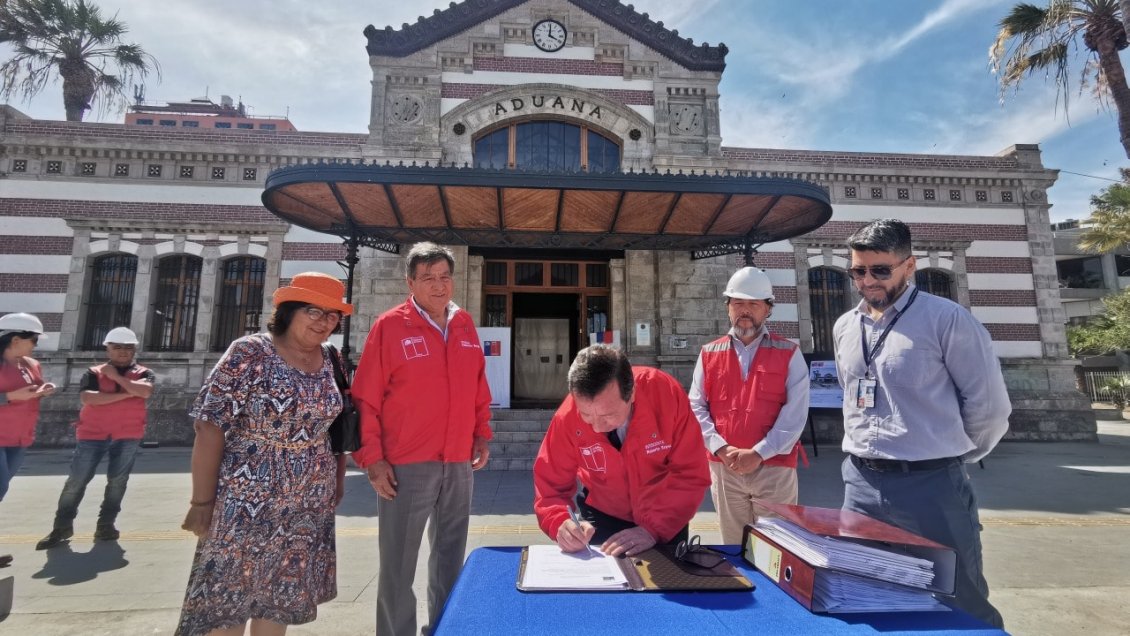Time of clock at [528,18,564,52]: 4:00
